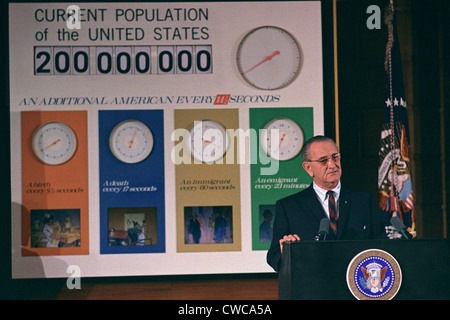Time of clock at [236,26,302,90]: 1:39
